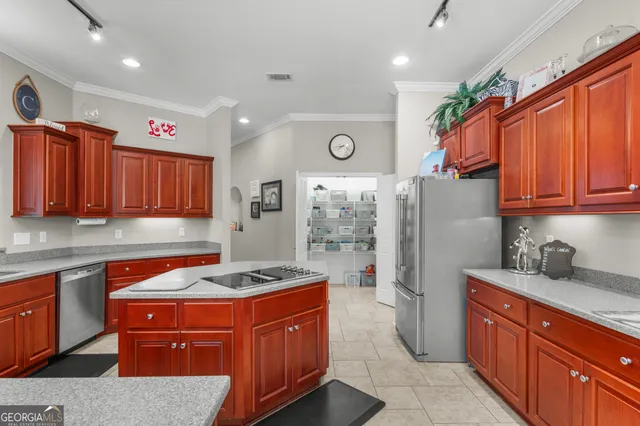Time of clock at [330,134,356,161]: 7:43
